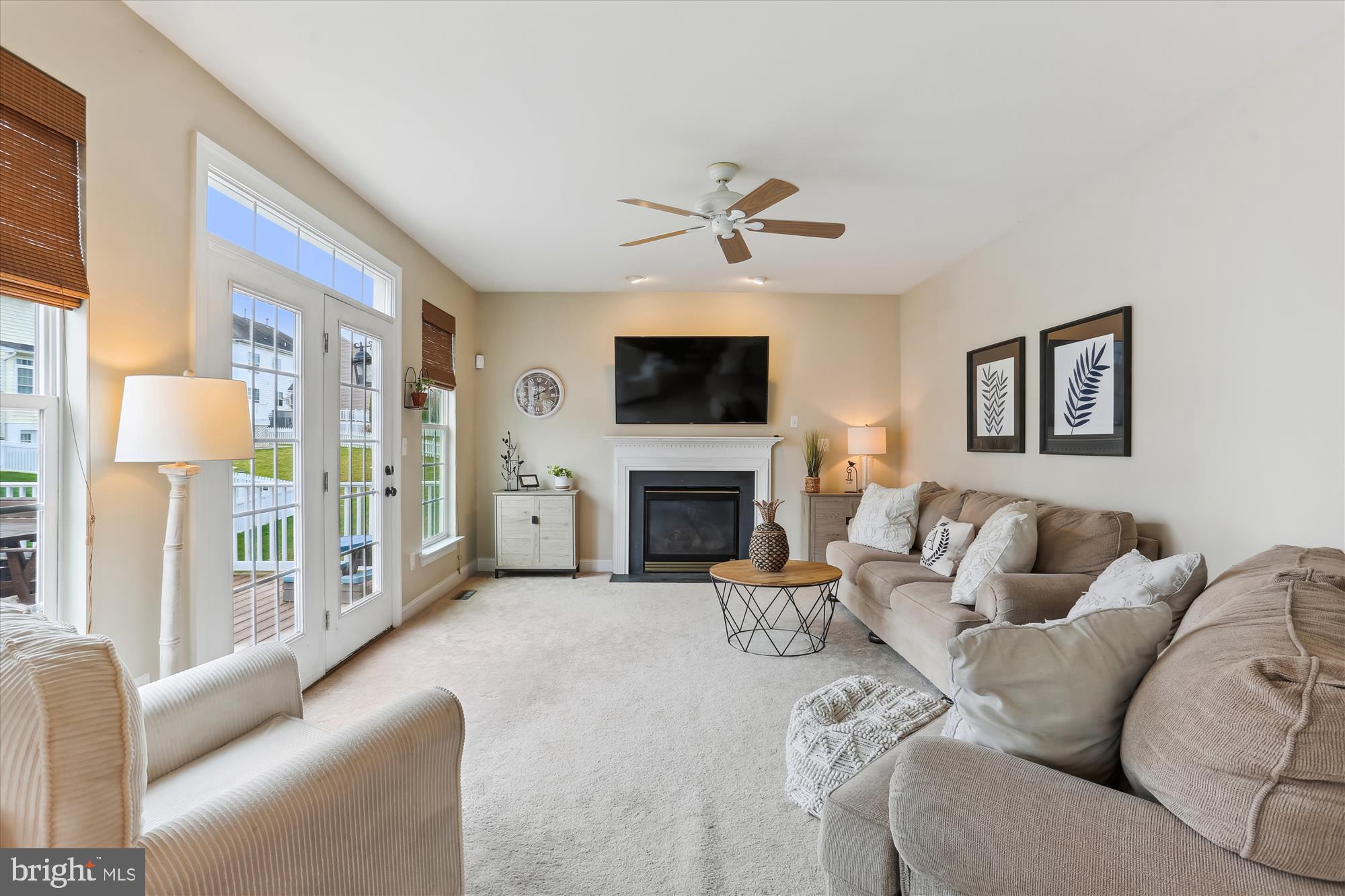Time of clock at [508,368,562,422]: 1:59
